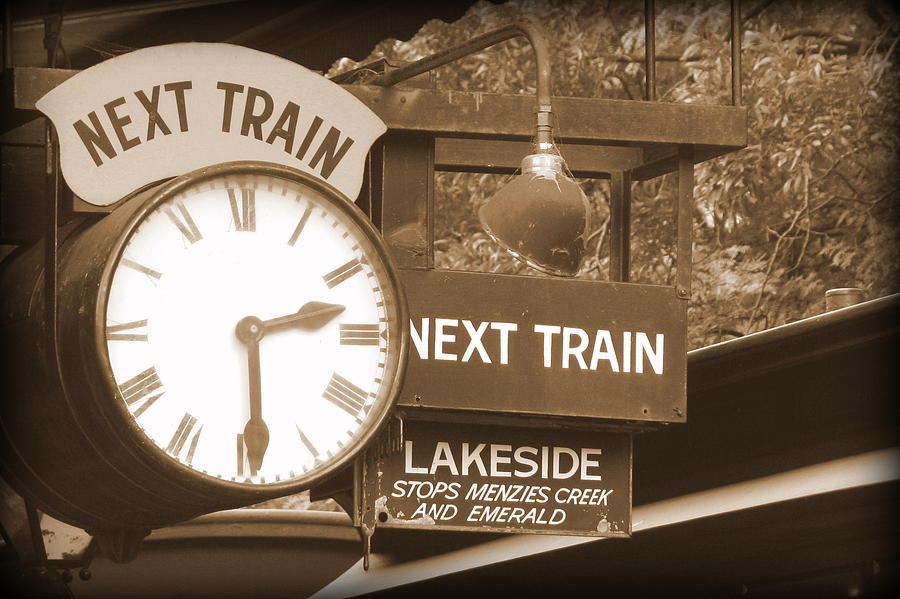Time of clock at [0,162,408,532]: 2:29
